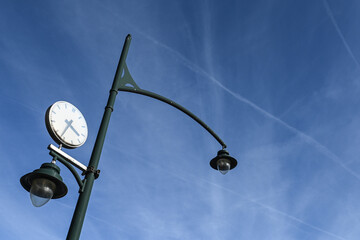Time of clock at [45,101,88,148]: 4:36
